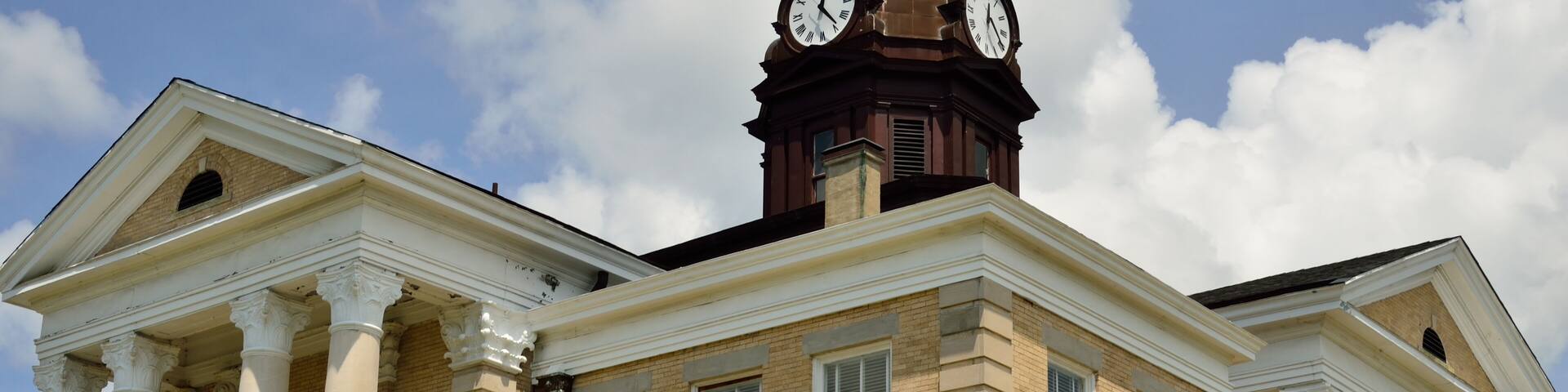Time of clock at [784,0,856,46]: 12:23
